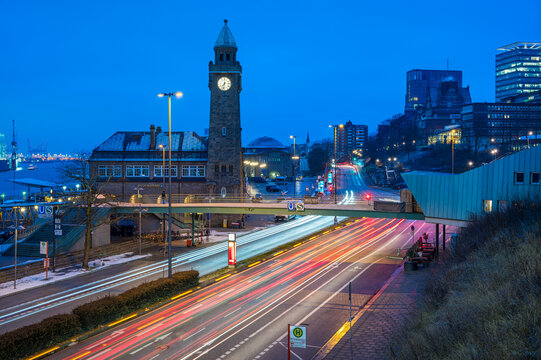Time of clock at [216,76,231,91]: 7:32
